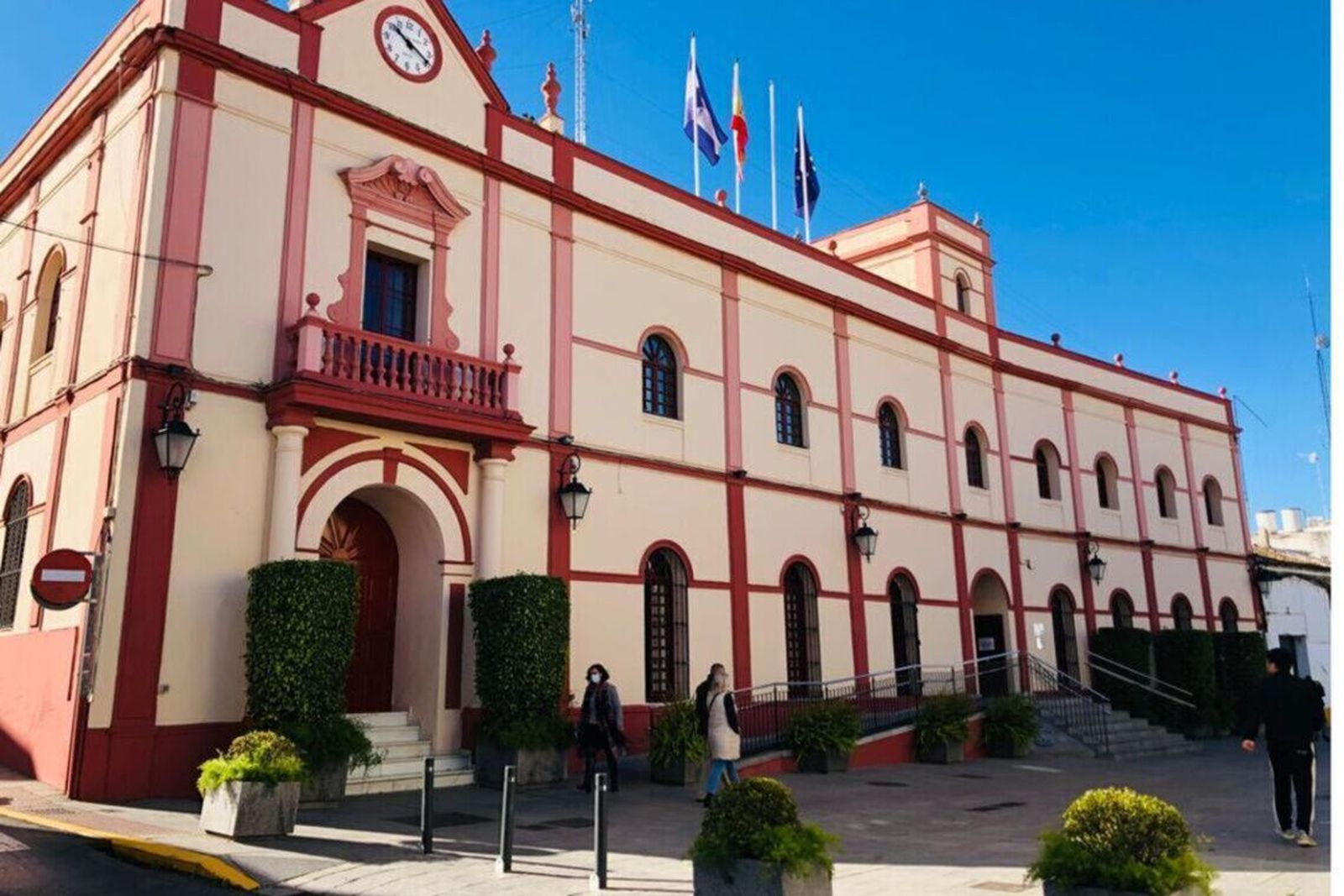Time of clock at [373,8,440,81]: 10:19
